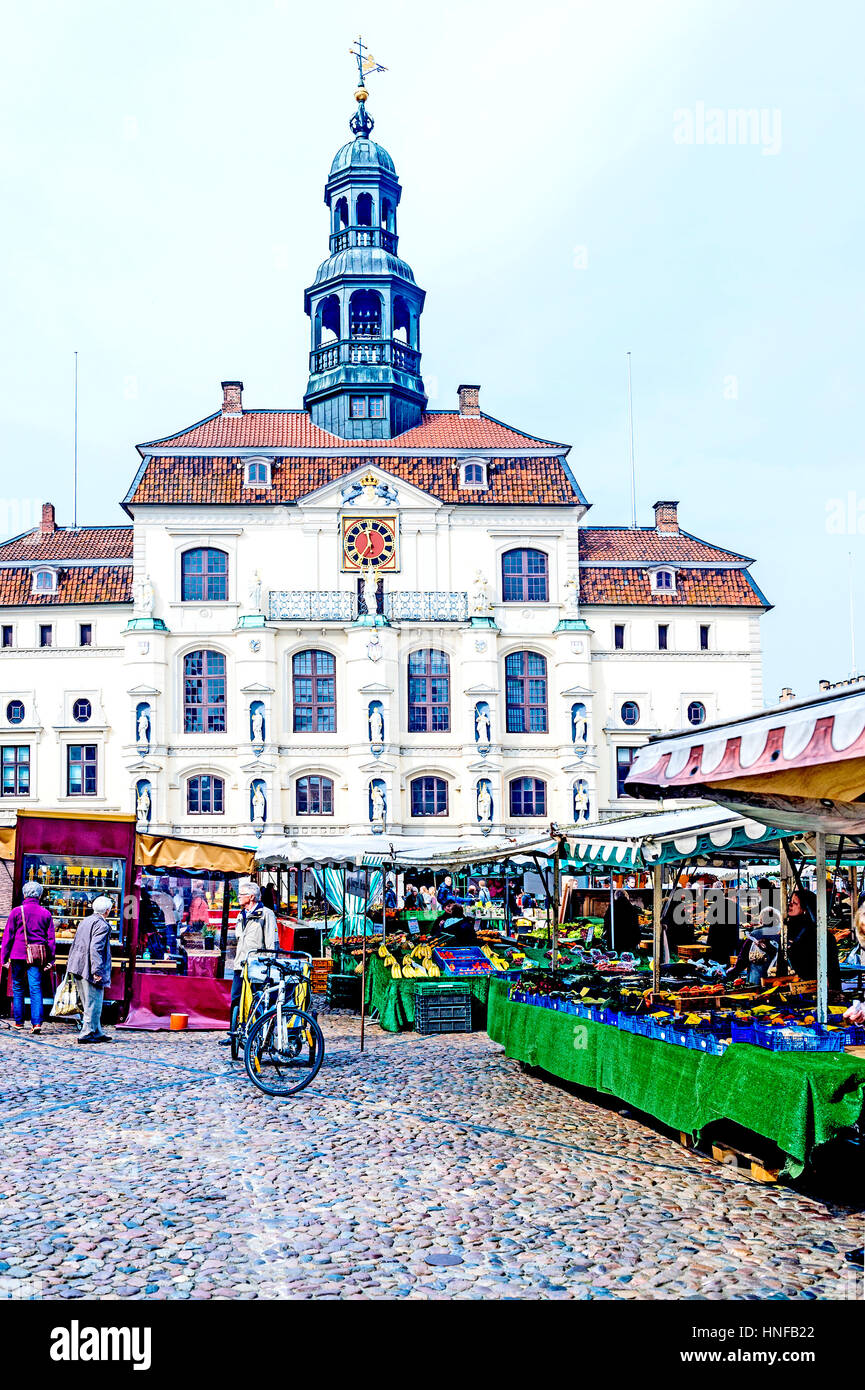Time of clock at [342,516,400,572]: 11:35
